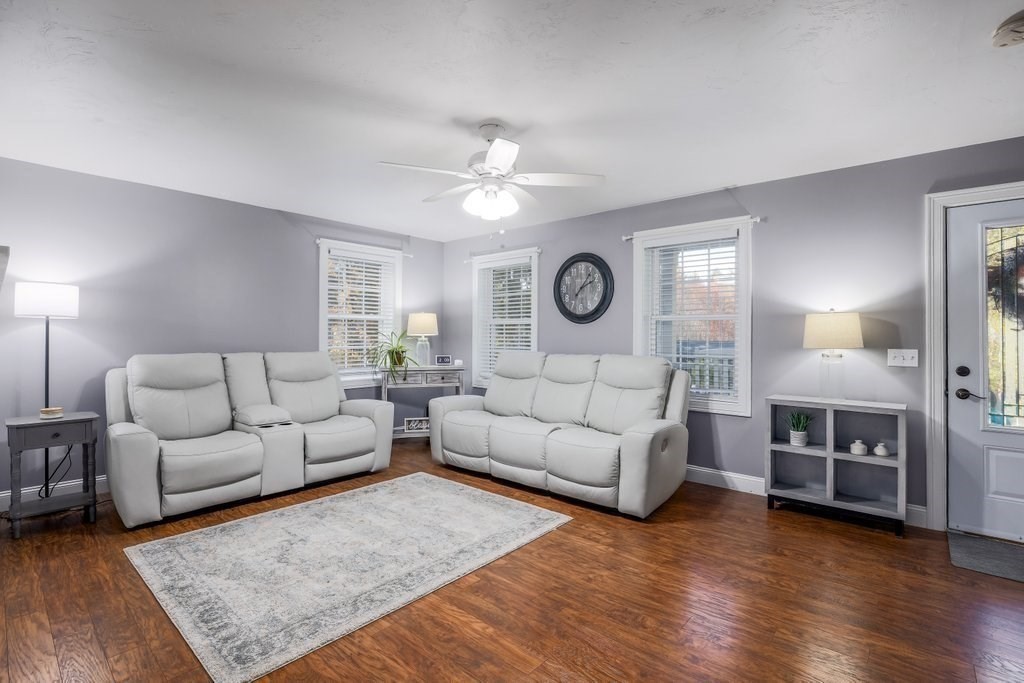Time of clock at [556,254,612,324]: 2:06
